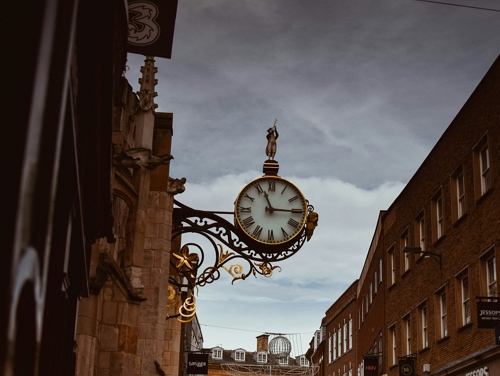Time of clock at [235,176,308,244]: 11:15
